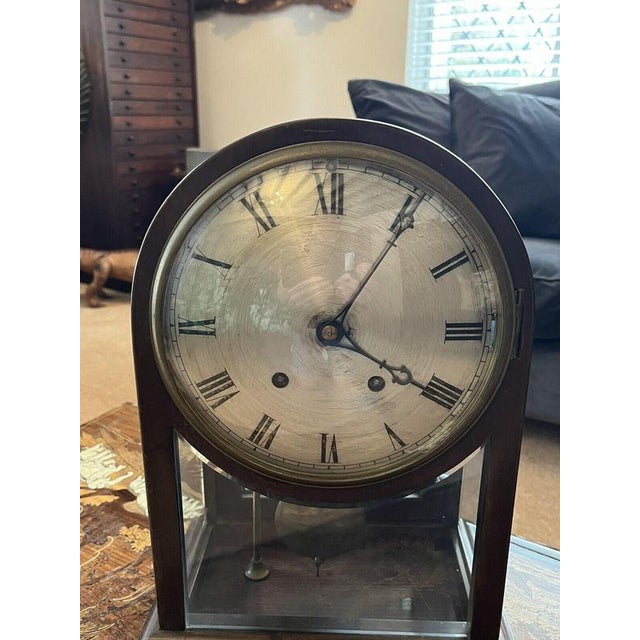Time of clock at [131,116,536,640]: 4:05
